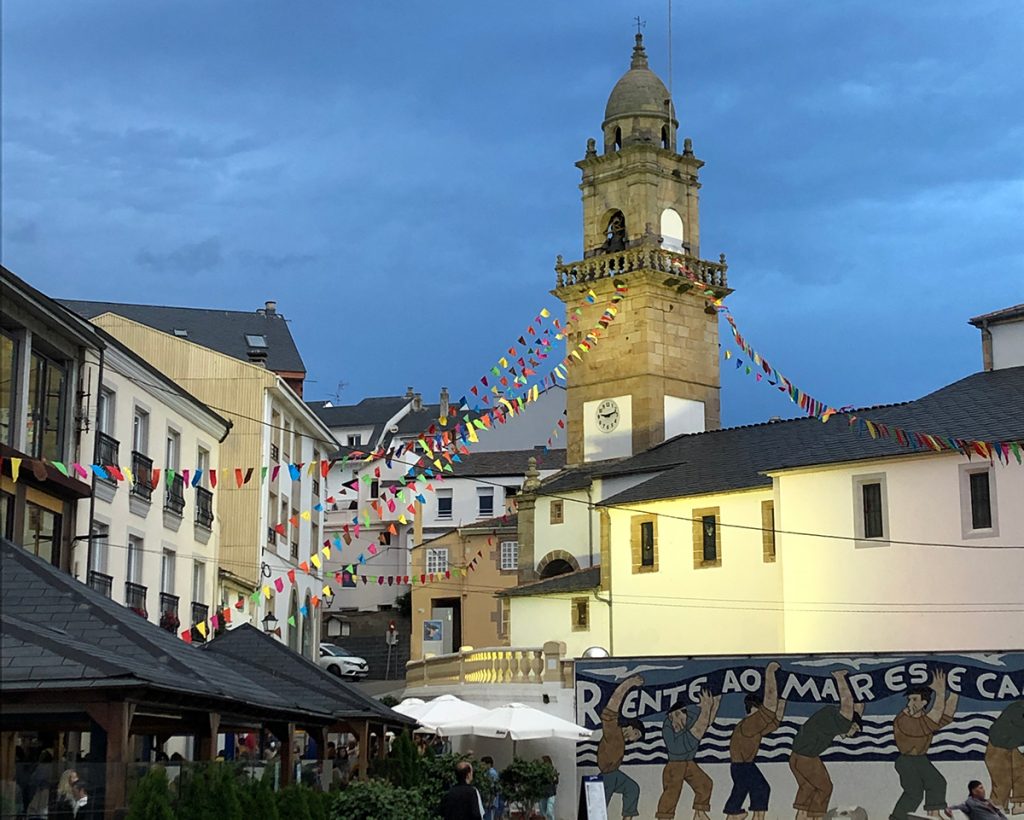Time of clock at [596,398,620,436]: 9:12
